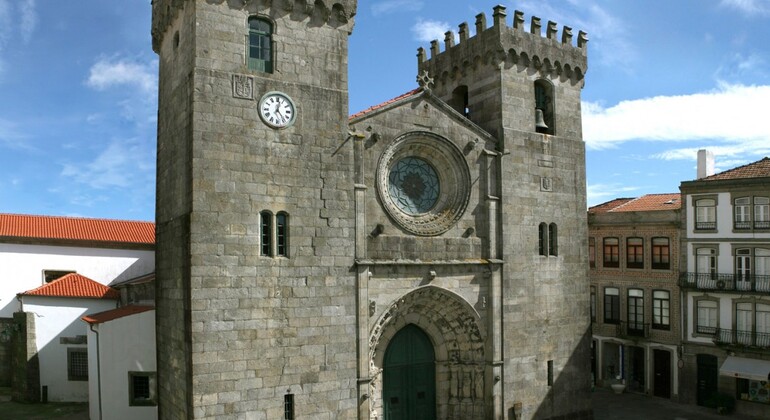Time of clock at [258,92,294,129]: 12:23
